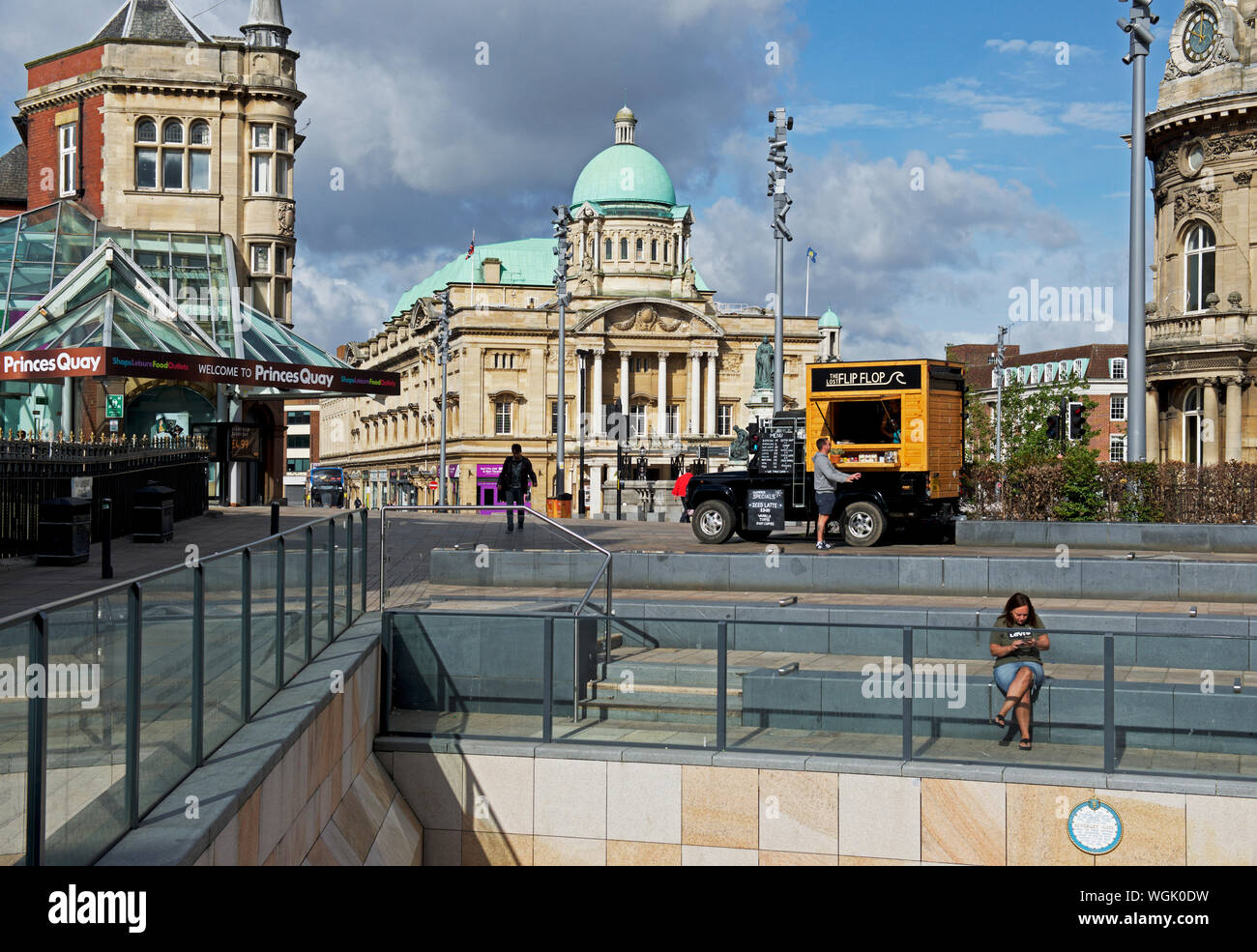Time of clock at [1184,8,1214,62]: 11:49
